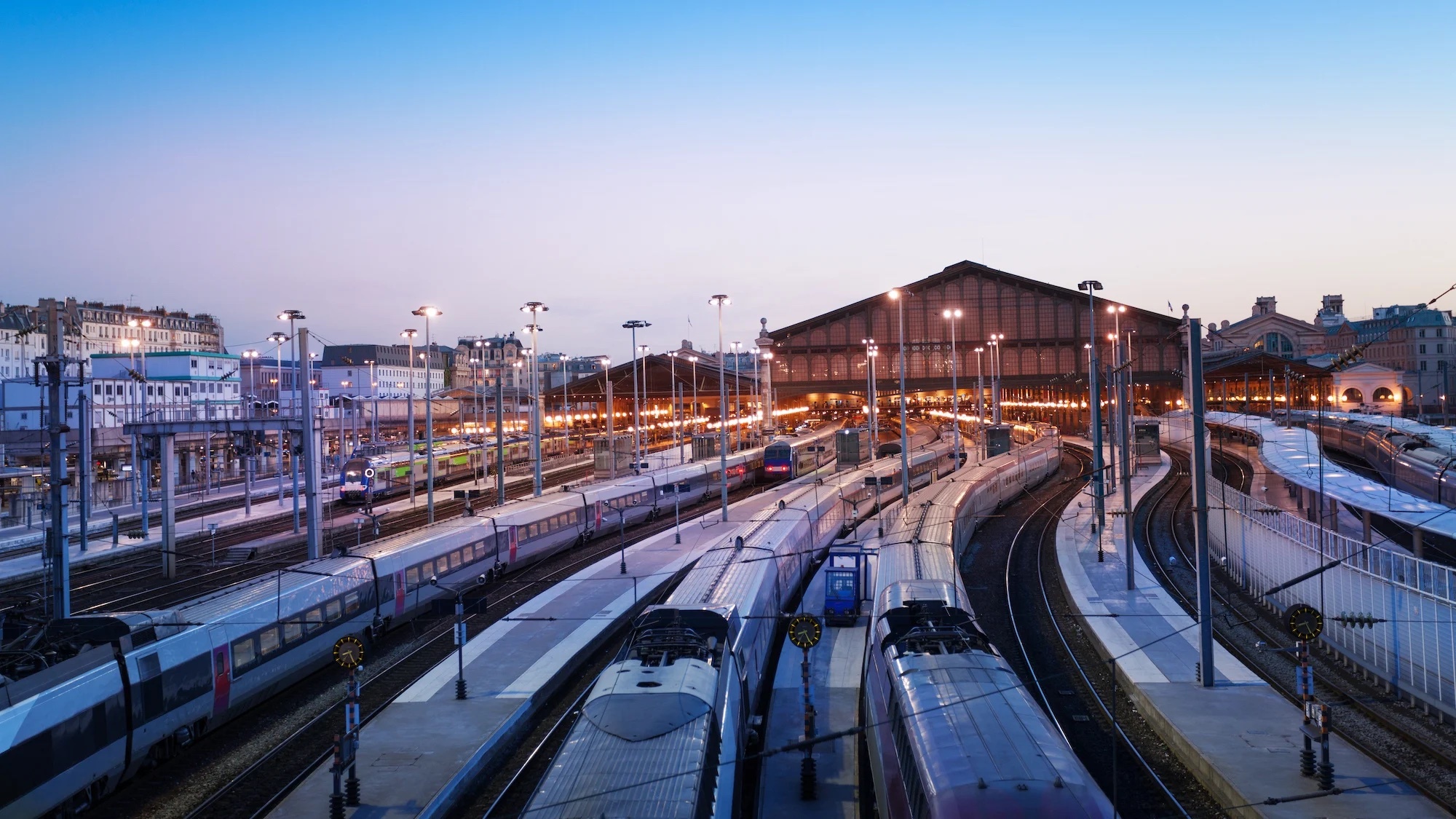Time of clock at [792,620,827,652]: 8:25
